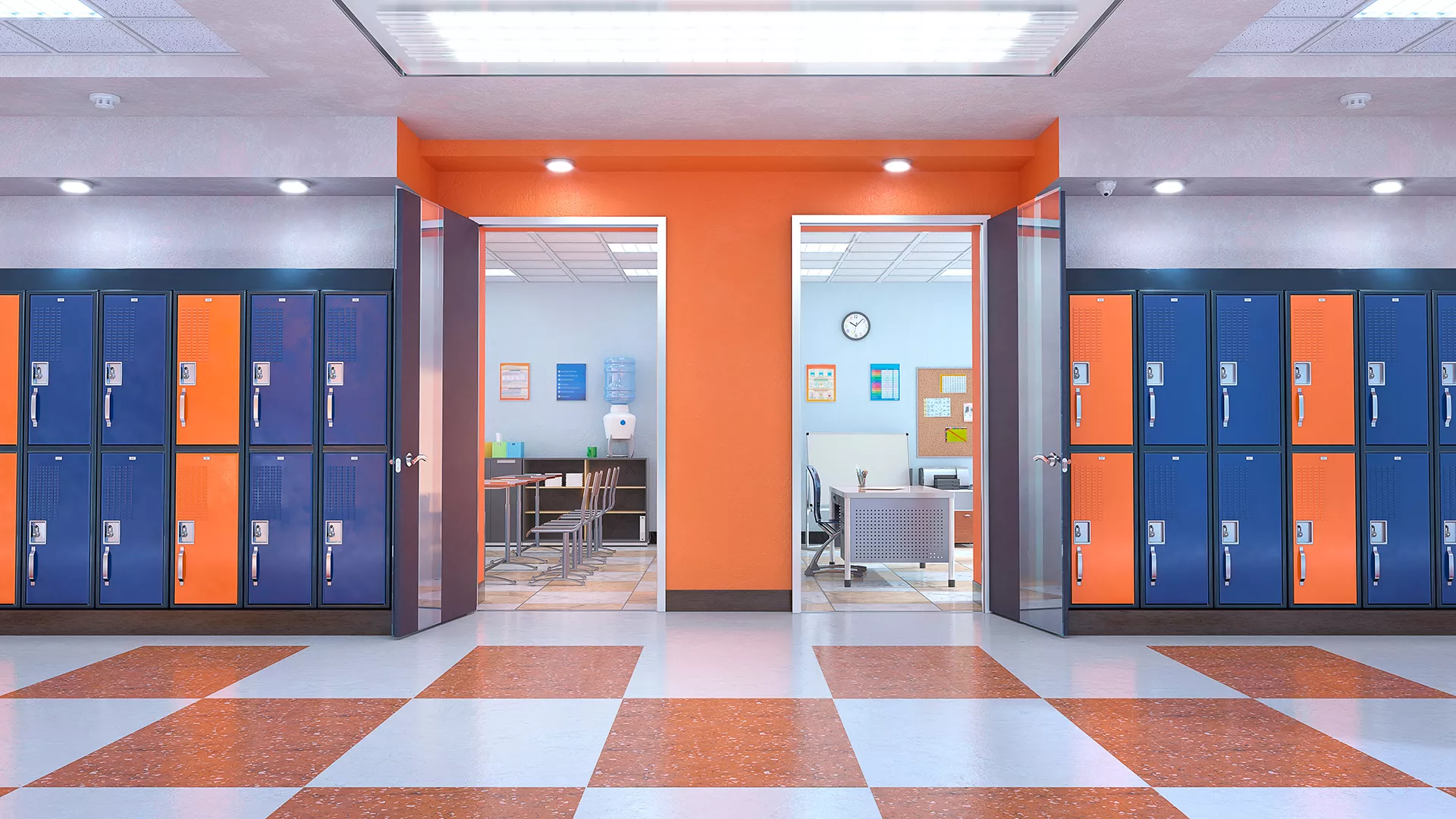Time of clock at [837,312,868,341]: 10:07
